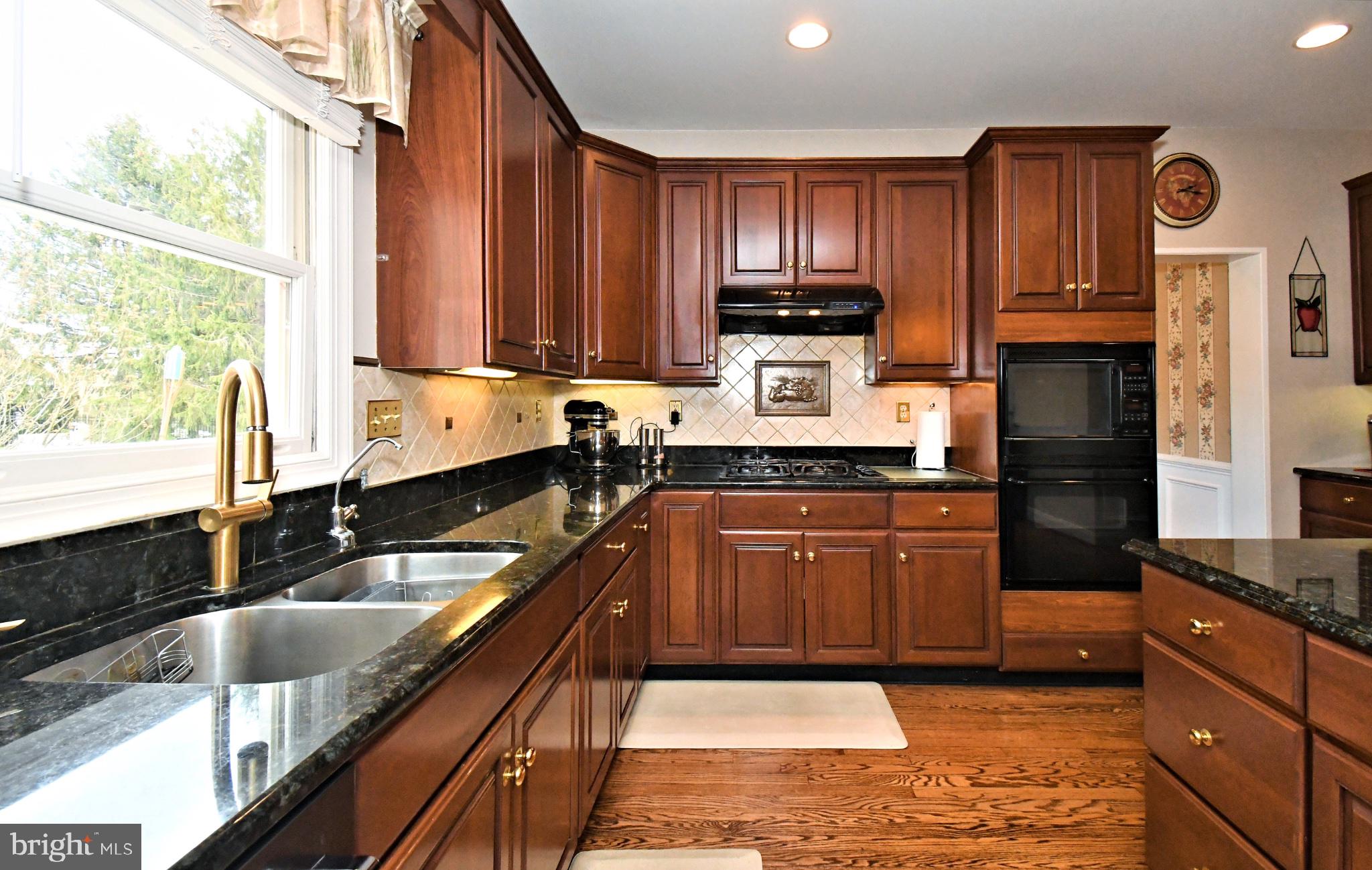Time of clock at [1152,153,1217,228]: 2:16
